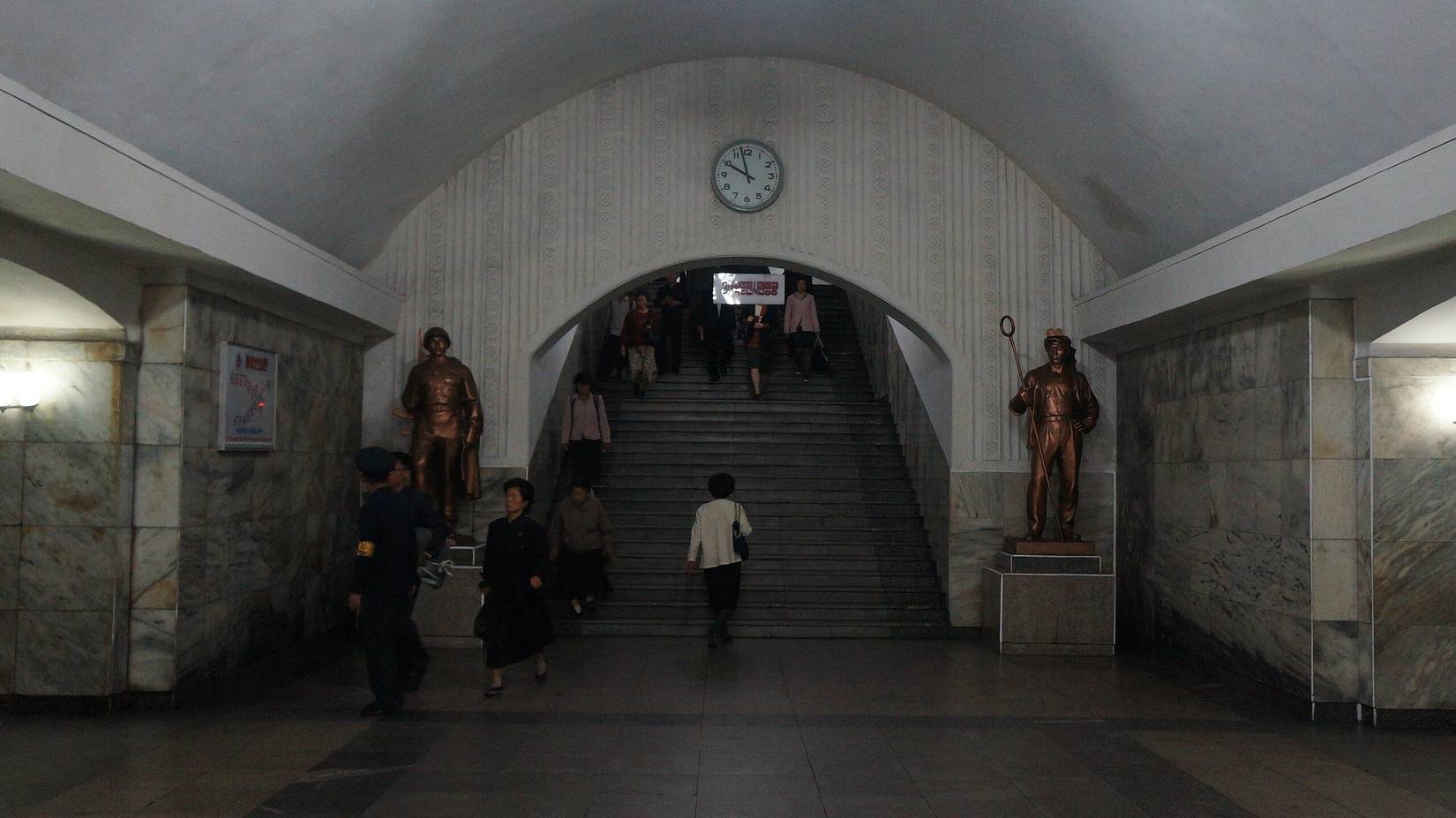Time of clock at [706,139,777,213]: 9:57
